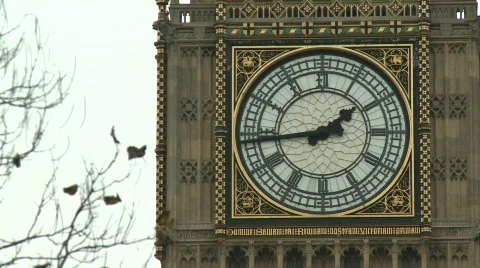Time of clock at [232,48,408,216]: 1:43
